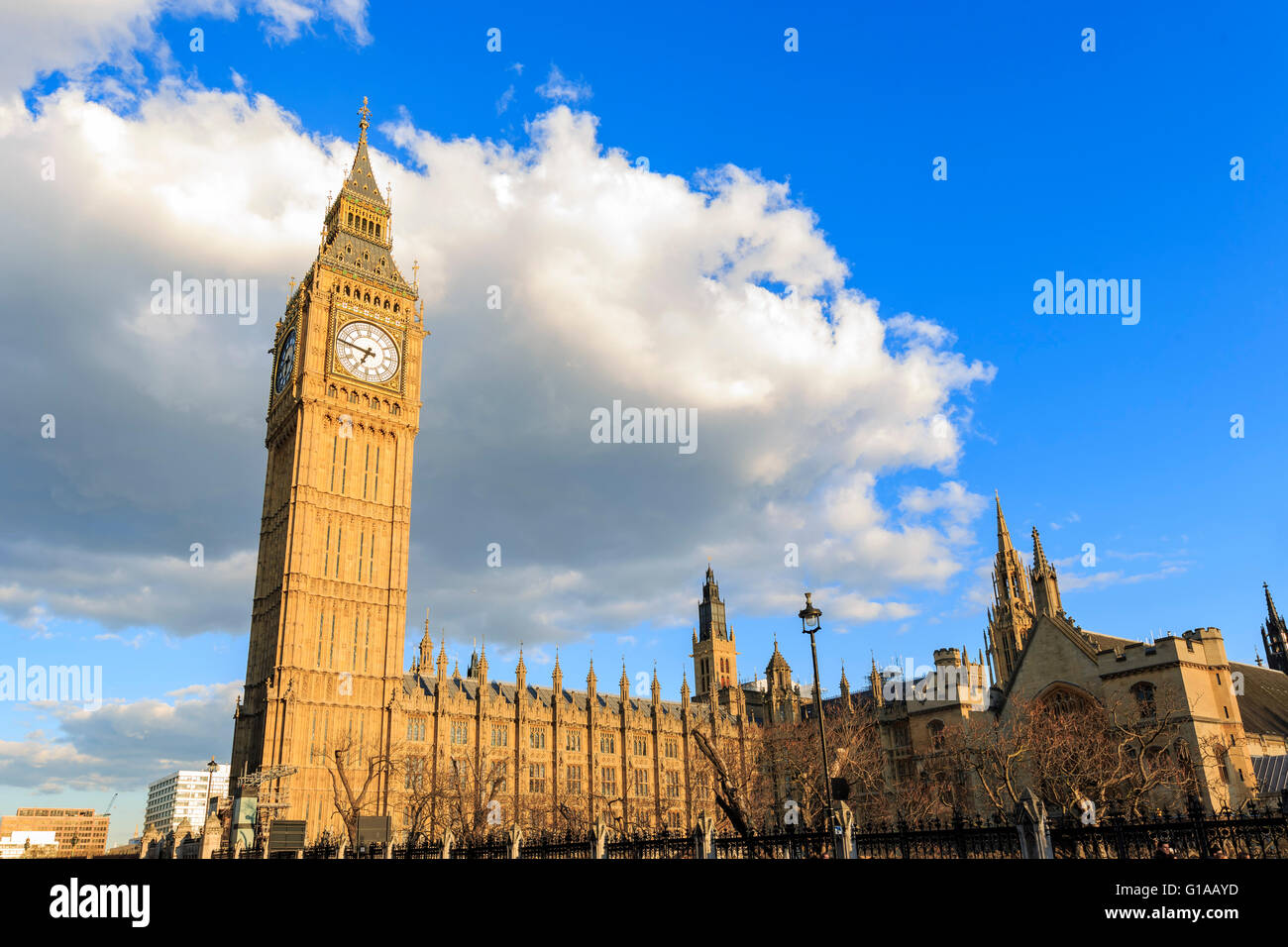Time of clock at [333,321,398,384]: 6:46
